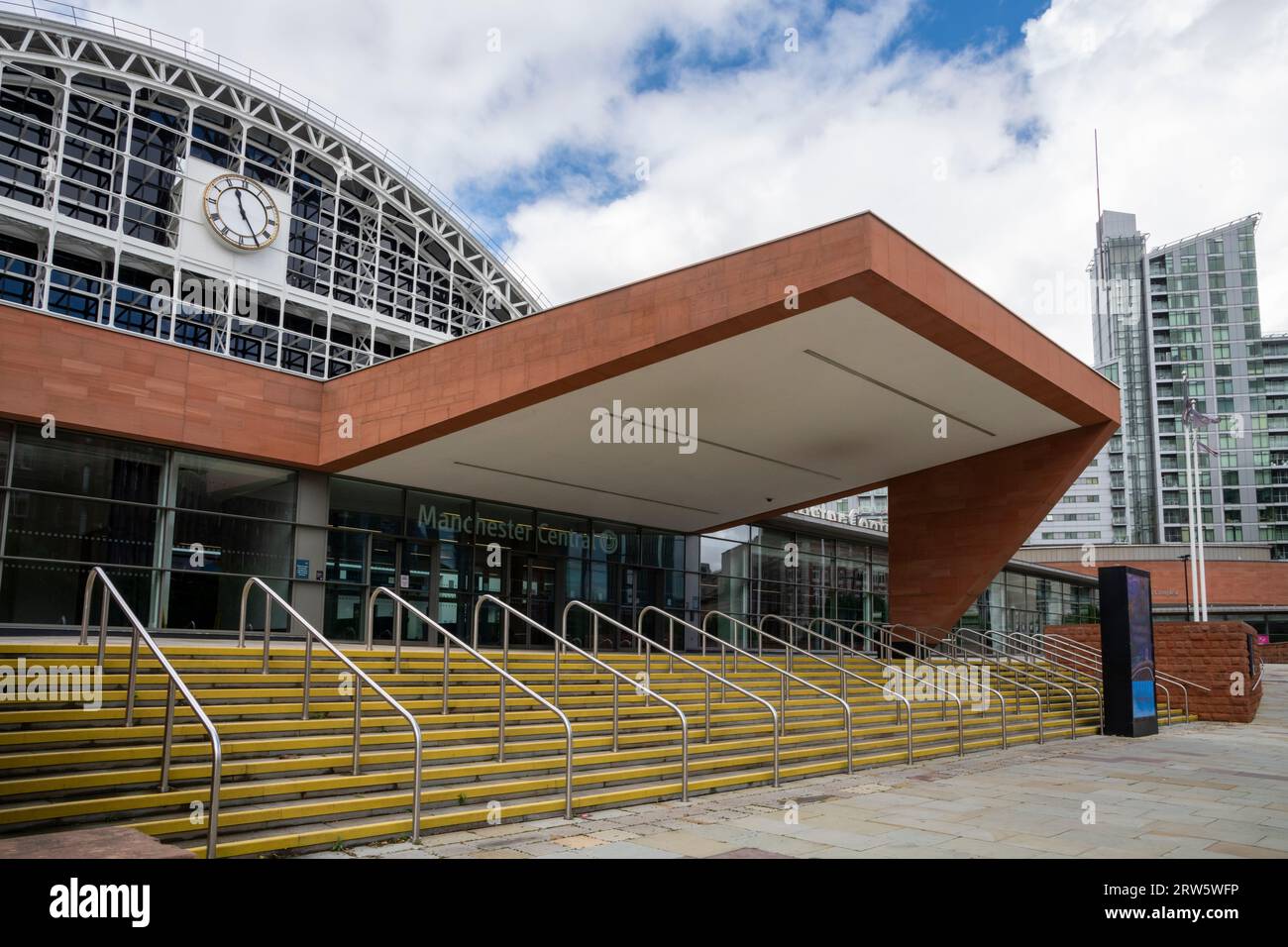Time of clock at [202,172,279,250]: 11:24
